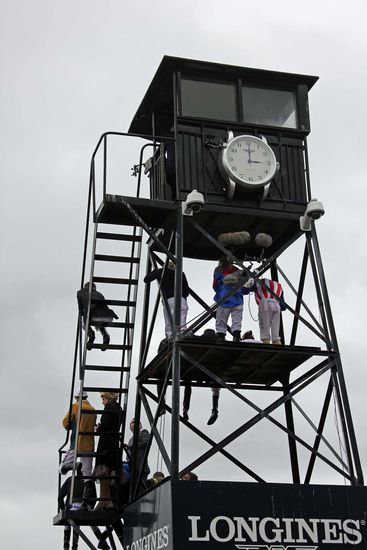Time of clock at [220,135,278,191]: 3:00
